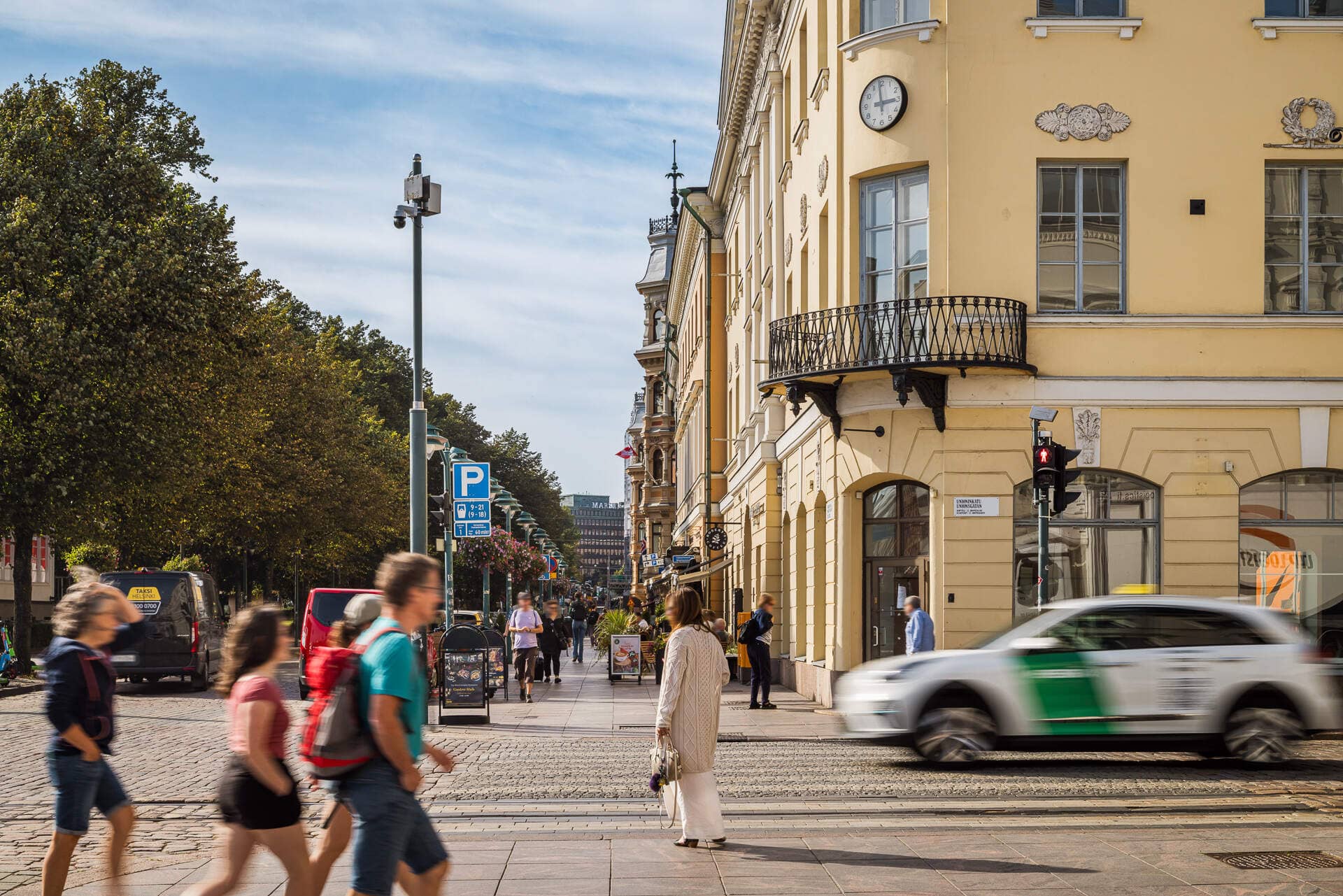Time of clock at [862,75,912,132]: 2:58
